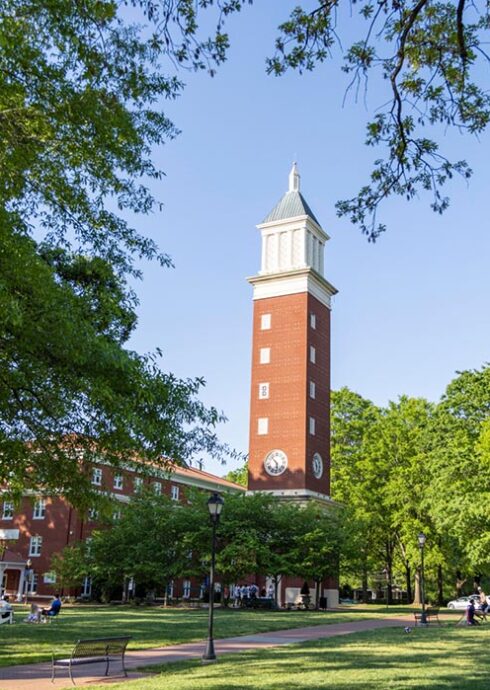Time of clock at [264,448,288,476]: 5:53
